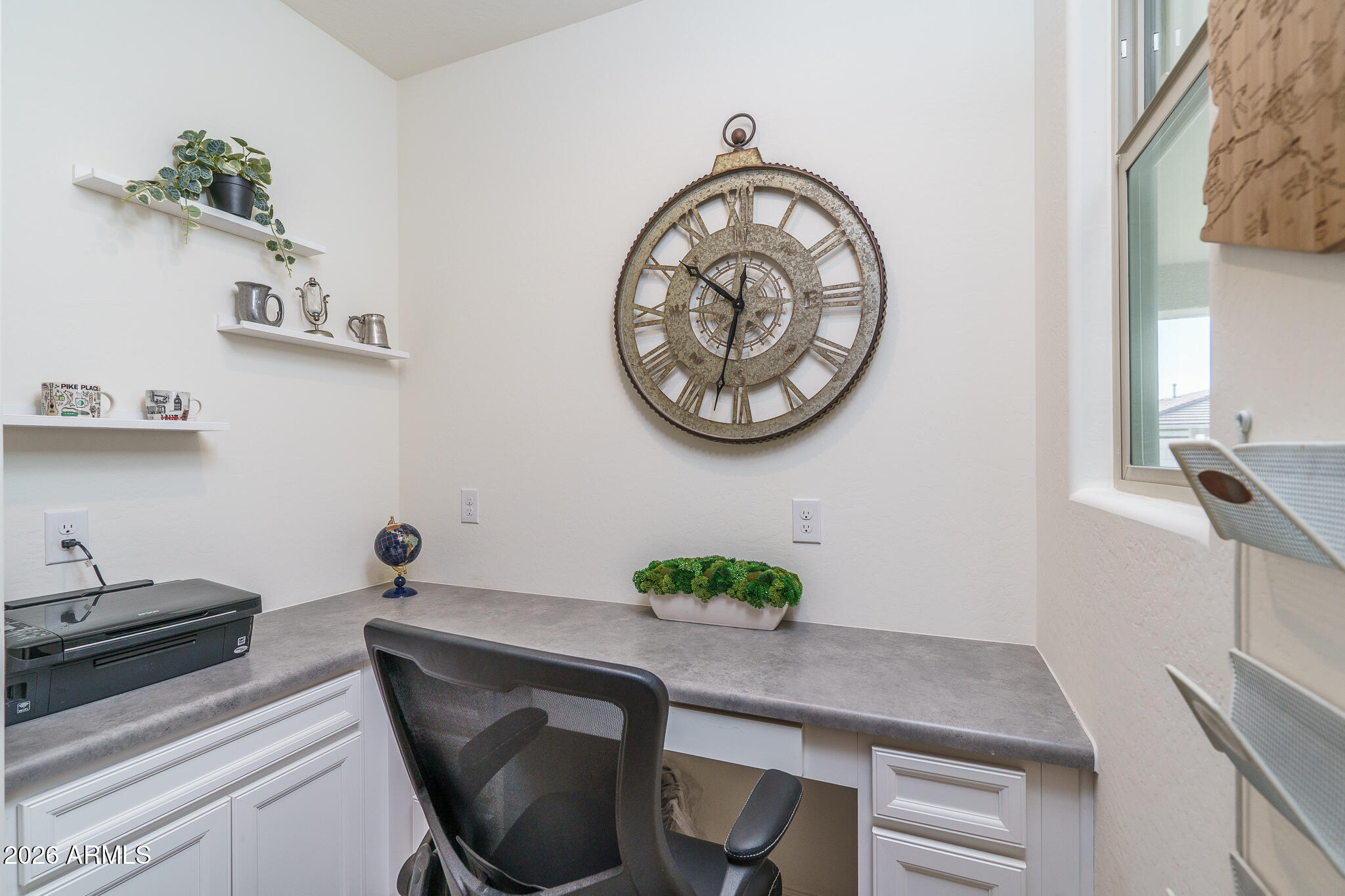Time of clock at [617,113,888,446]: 10:32
